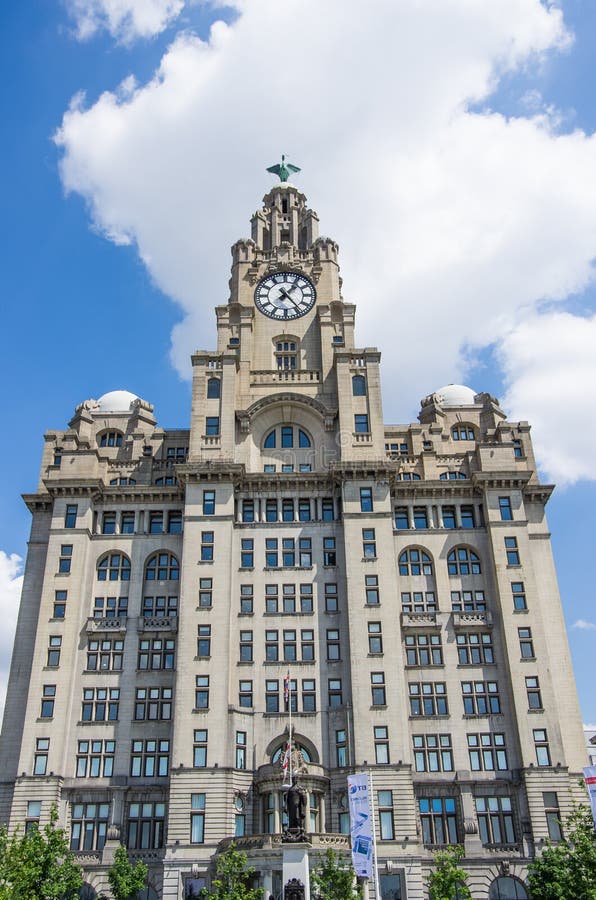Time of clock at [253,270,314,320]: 1:23
